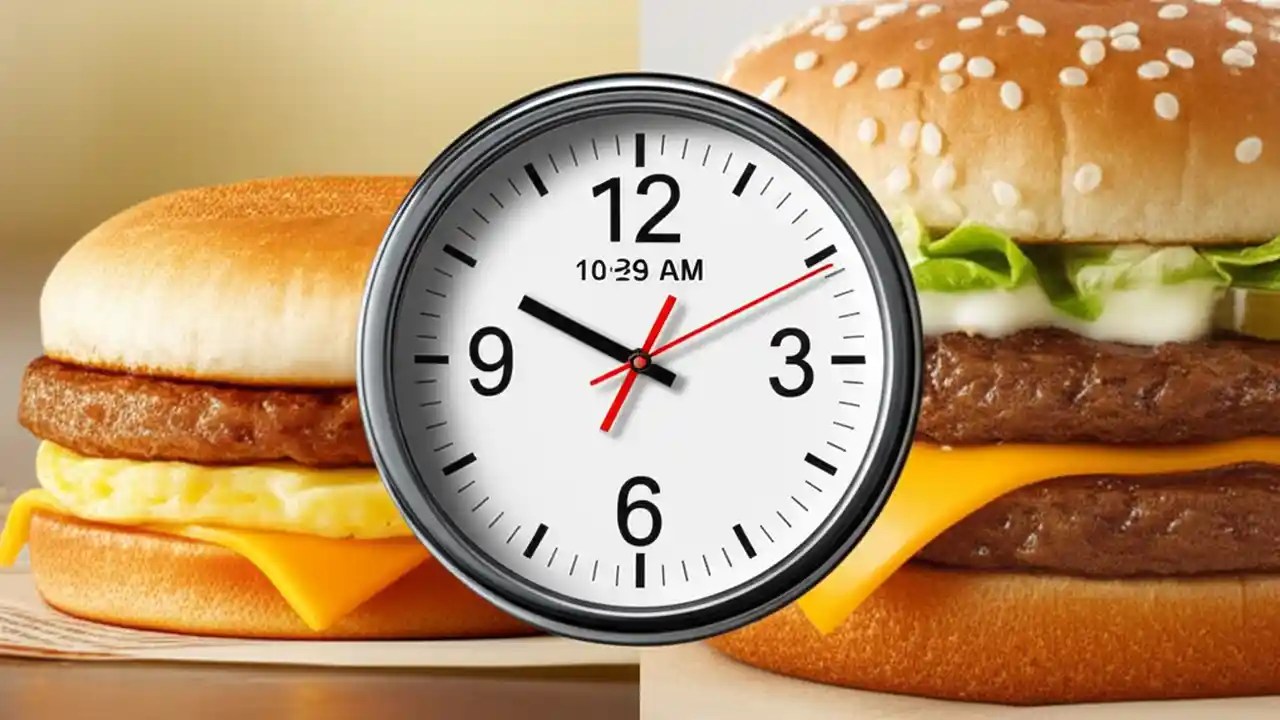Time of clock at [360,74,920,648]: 9:49
